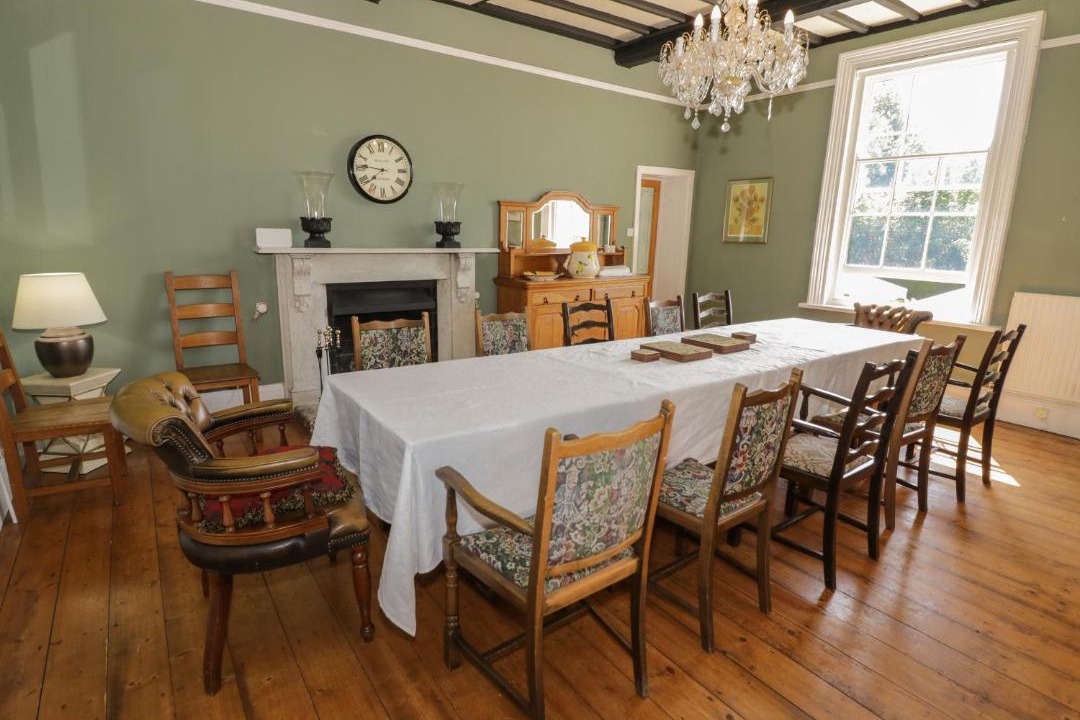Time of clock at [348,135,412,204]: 7:46
